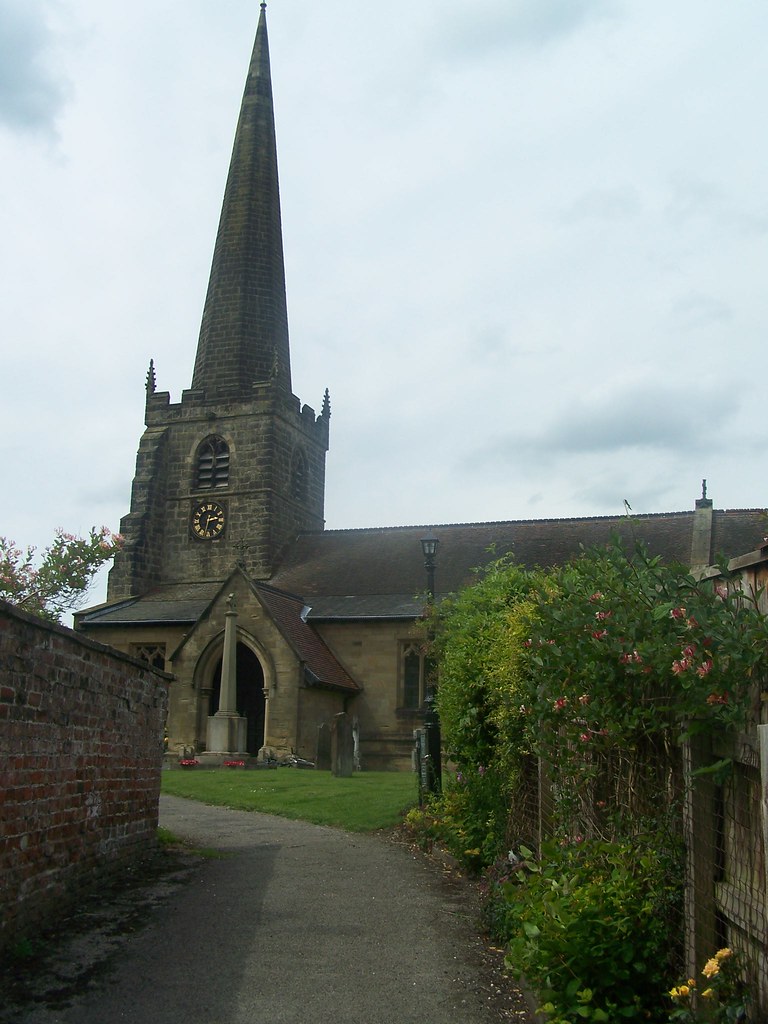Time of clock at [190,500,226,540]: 2:32
